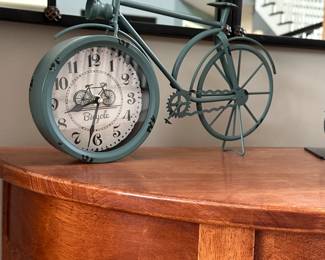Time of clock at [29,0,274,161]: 8:32
